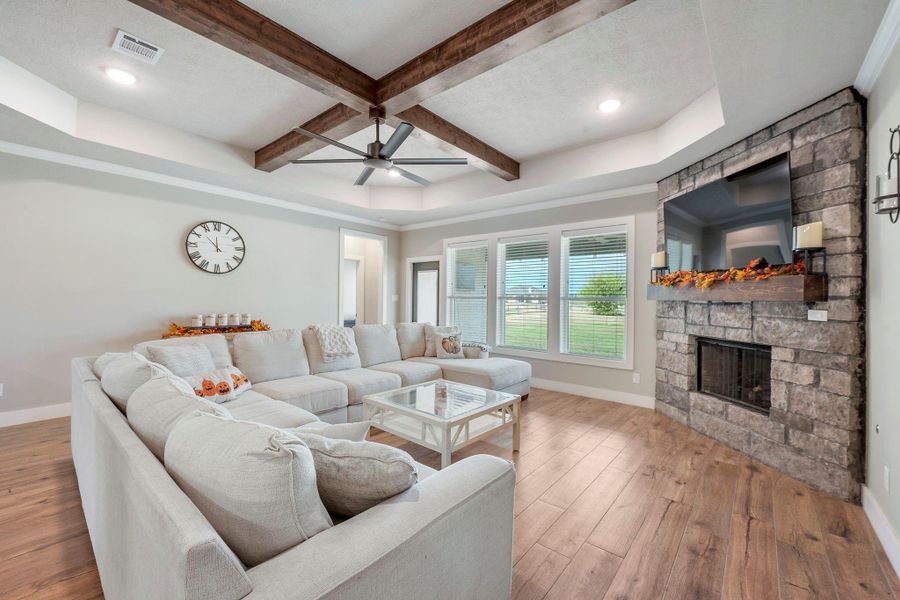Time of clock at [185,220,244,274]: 11:52
